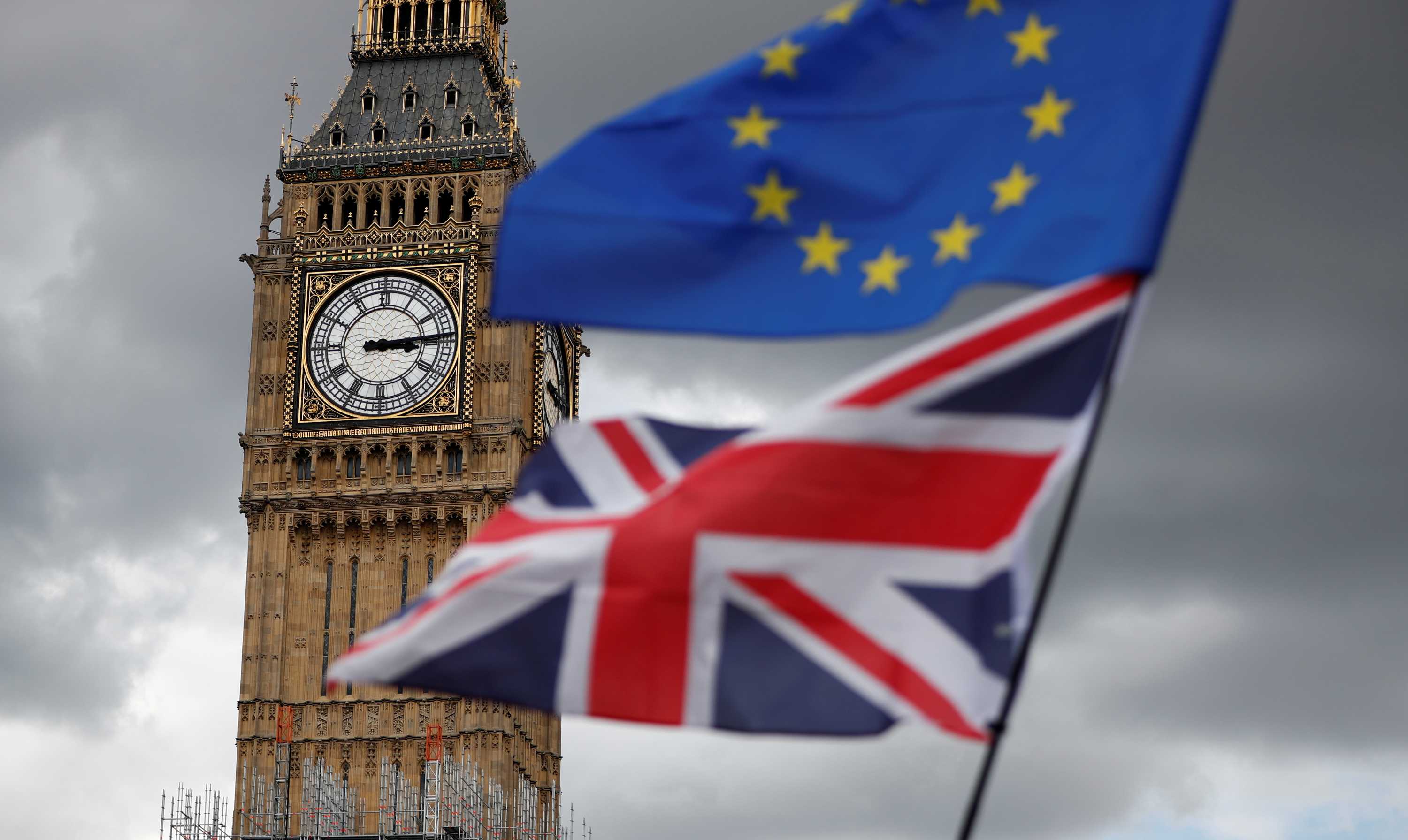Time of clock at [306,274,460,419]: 3:13
